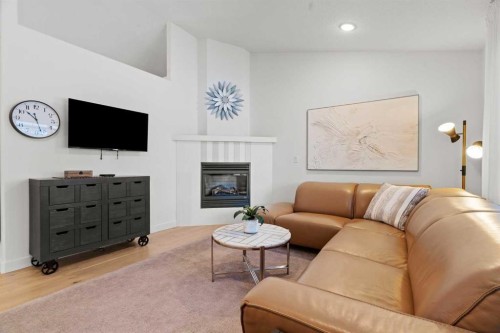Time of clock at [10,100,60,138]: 10:27
